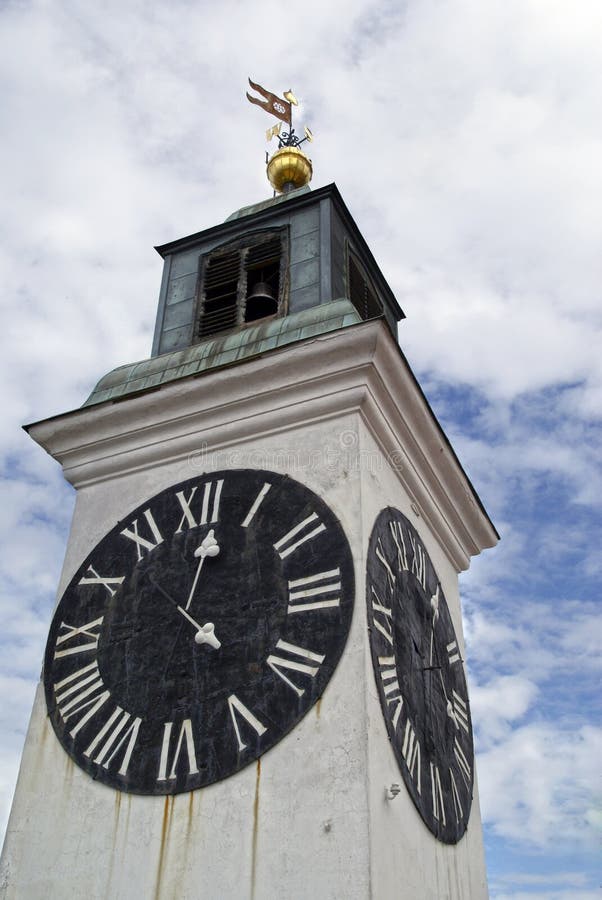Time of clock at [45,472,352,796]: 12:22
